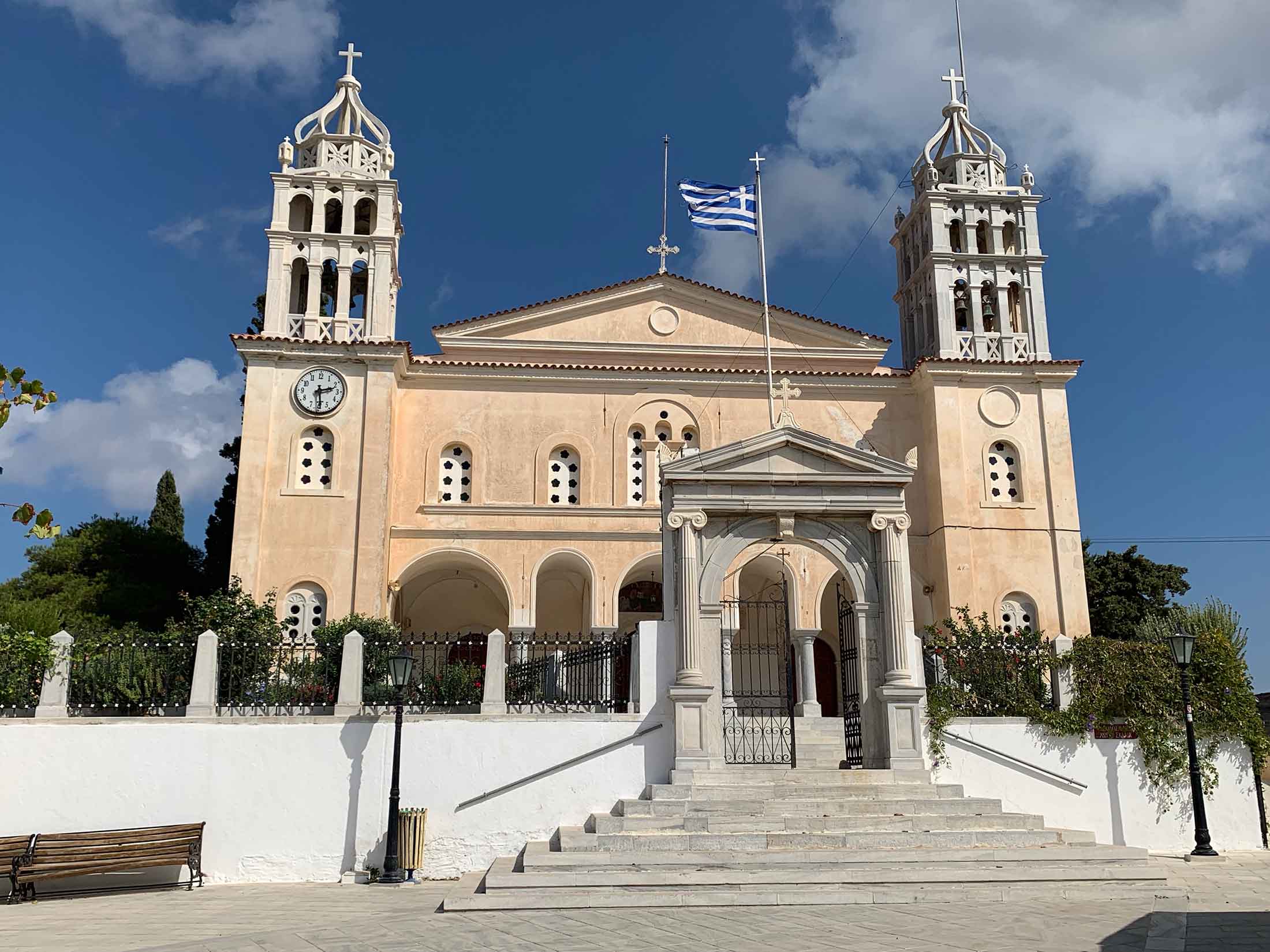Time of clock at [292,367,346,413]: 2:29
